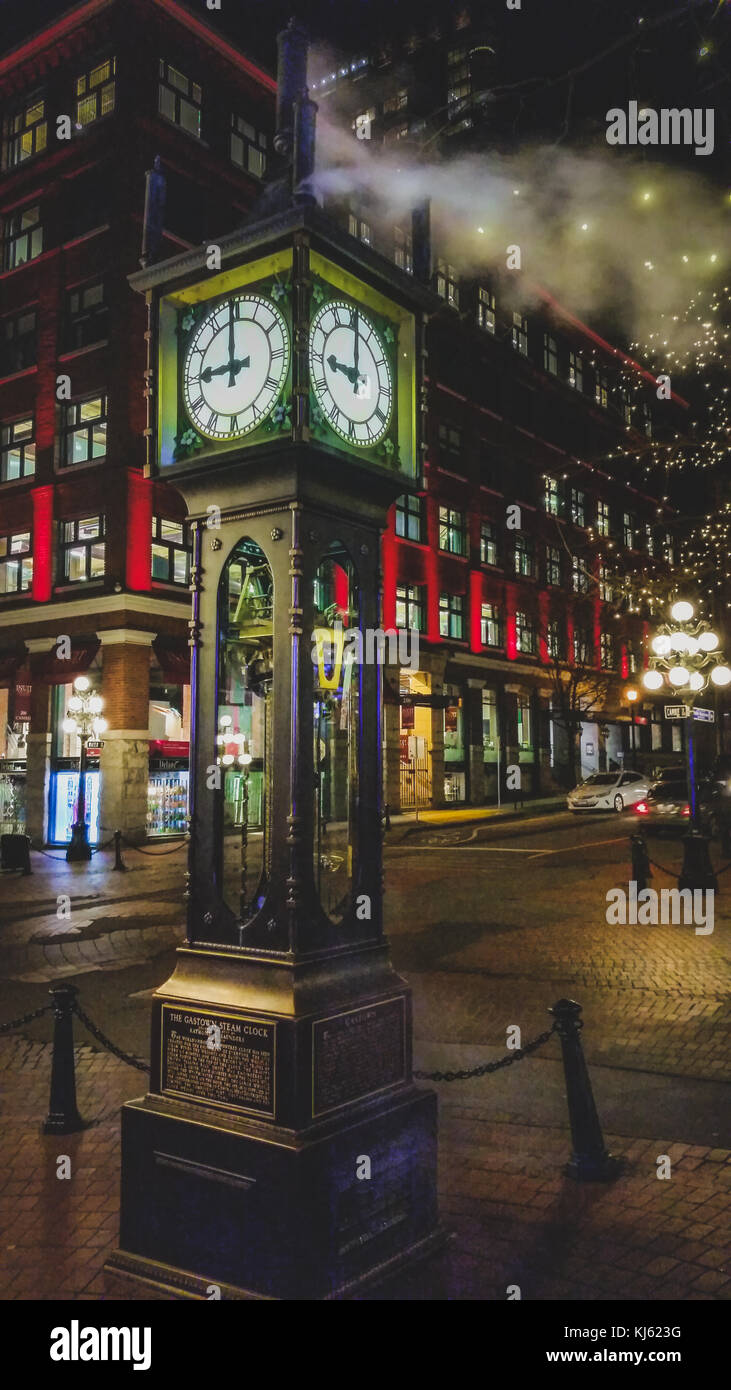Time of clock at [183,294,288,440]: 8:59
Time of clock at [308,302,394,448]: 9:00
